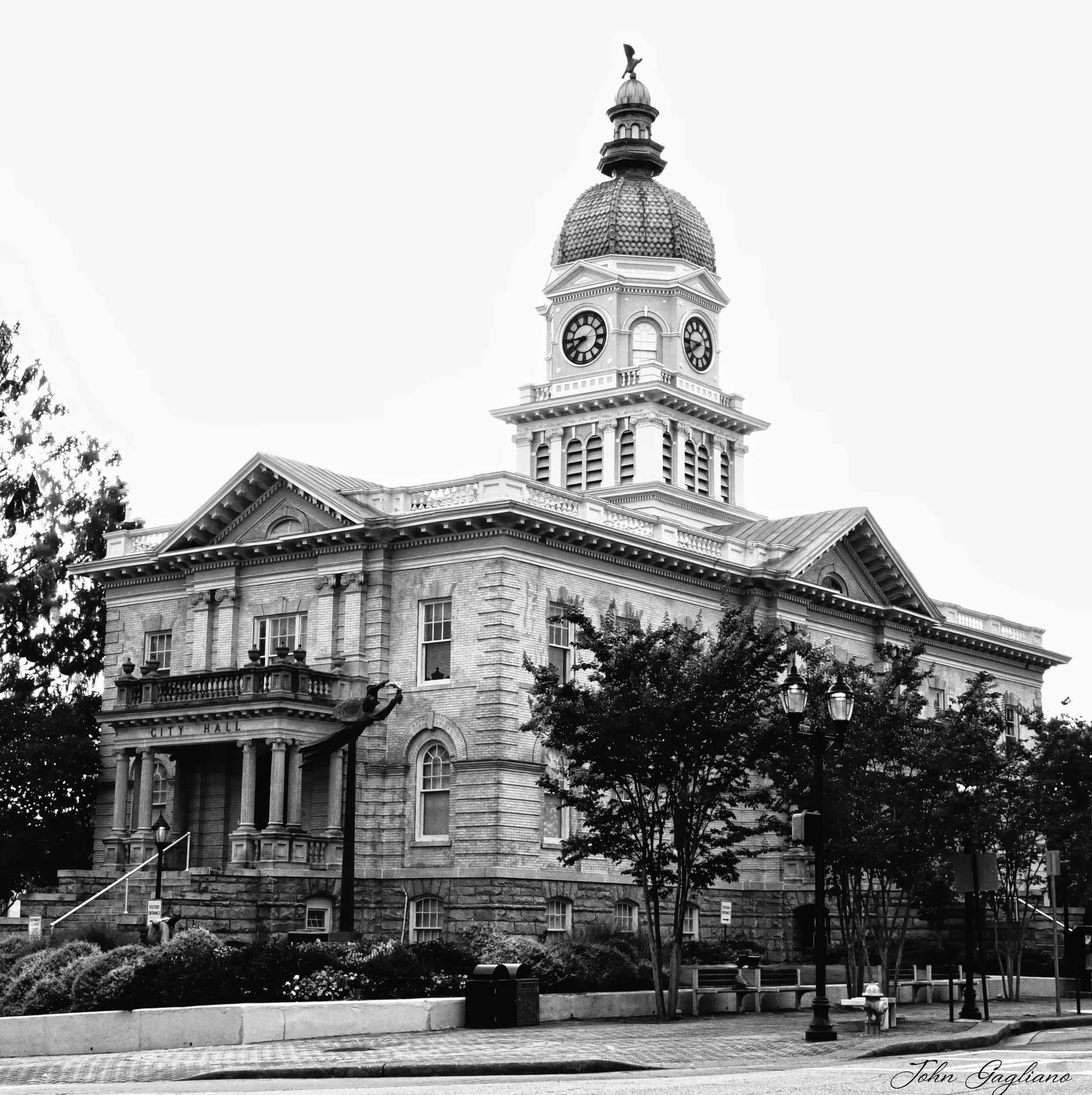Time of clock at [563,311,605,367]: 8:37
